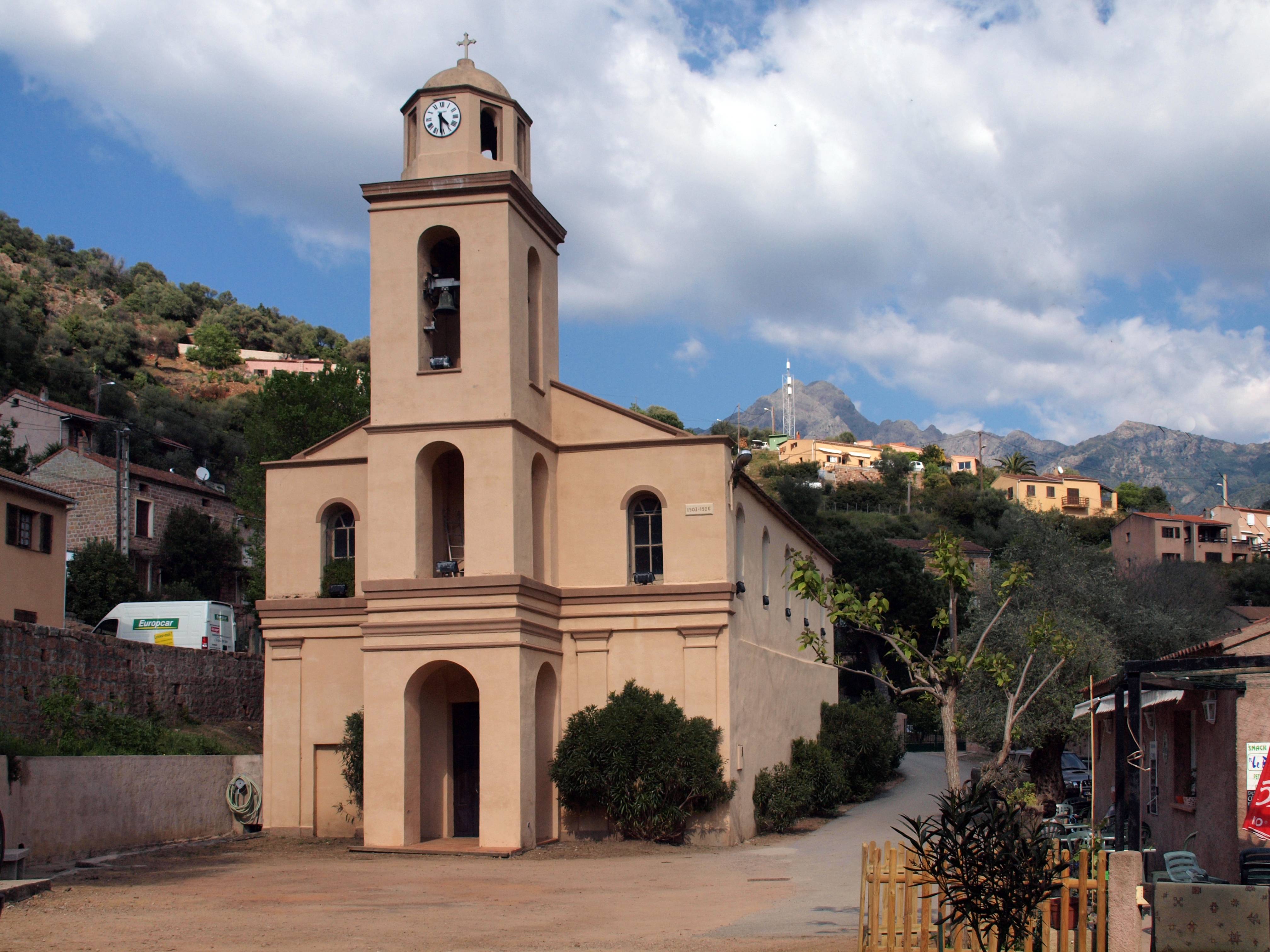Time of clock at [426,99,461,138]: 4:30
